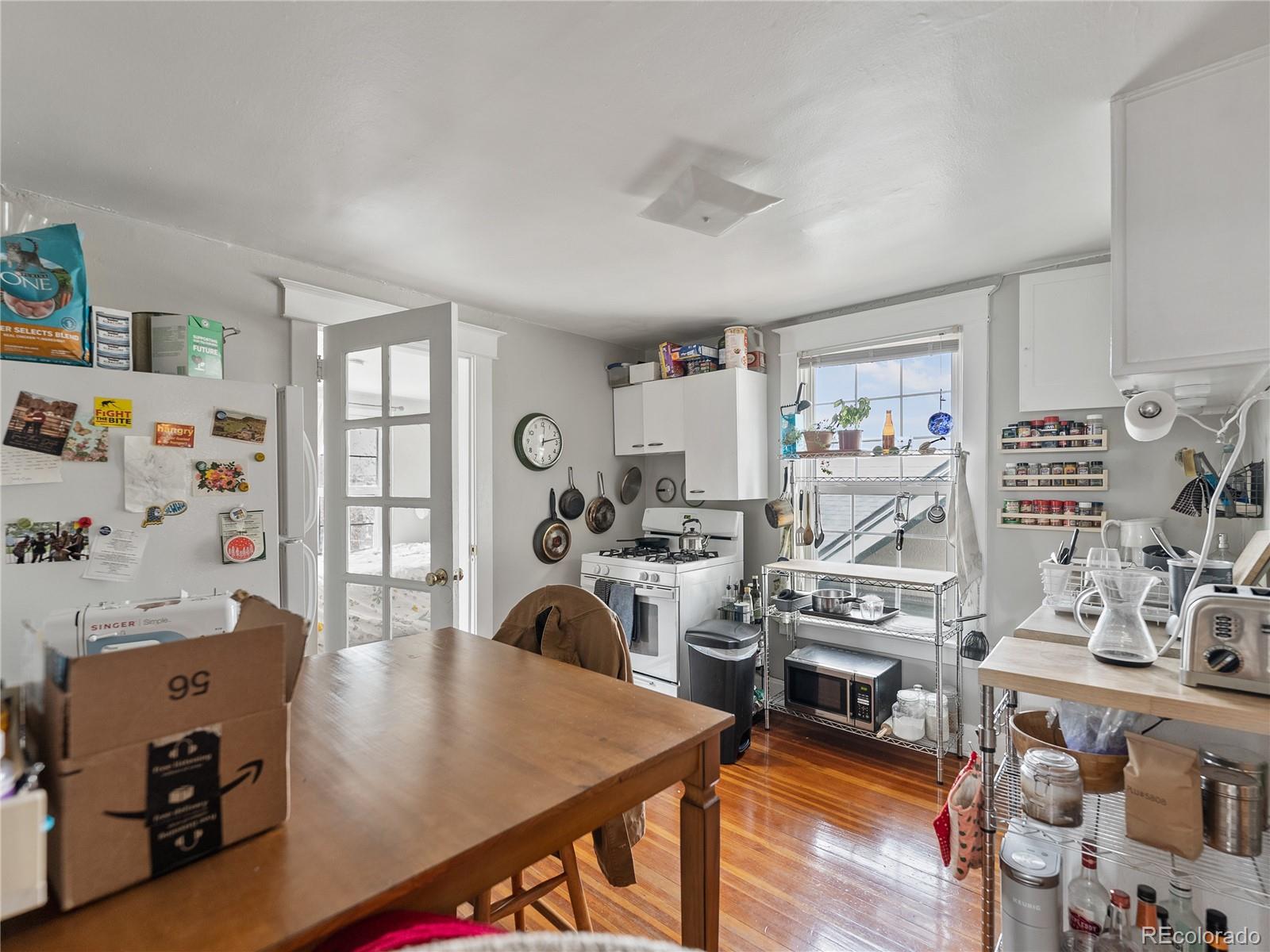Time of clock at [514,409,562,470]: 12:12
